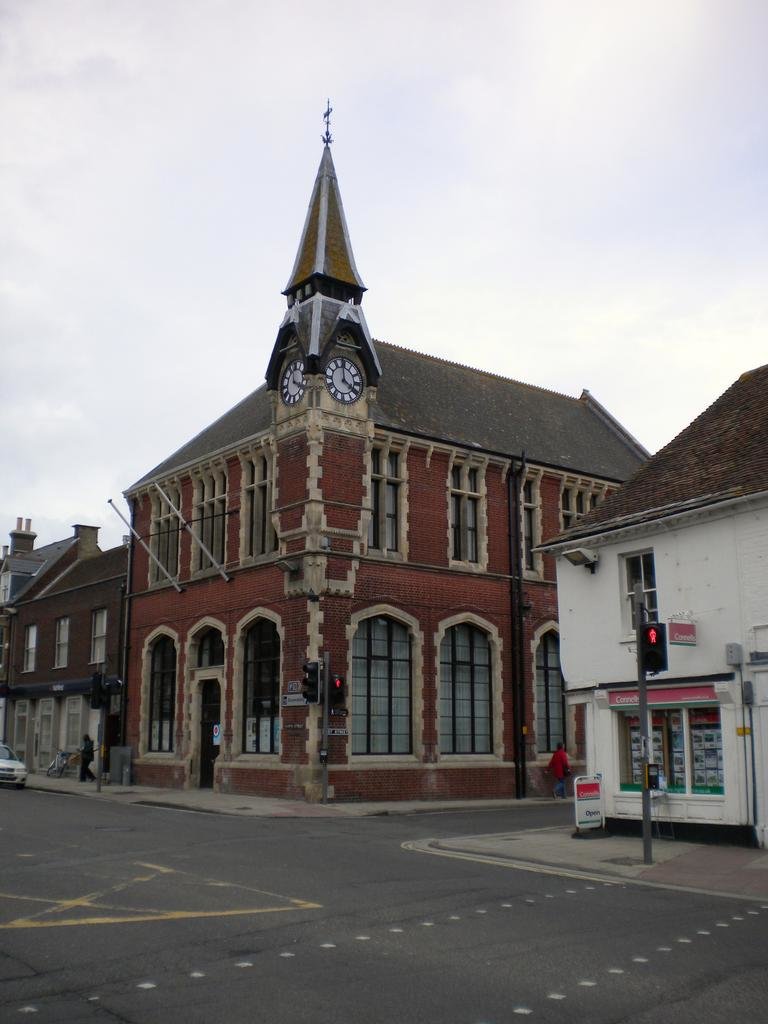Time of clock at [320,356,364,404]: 3:59
